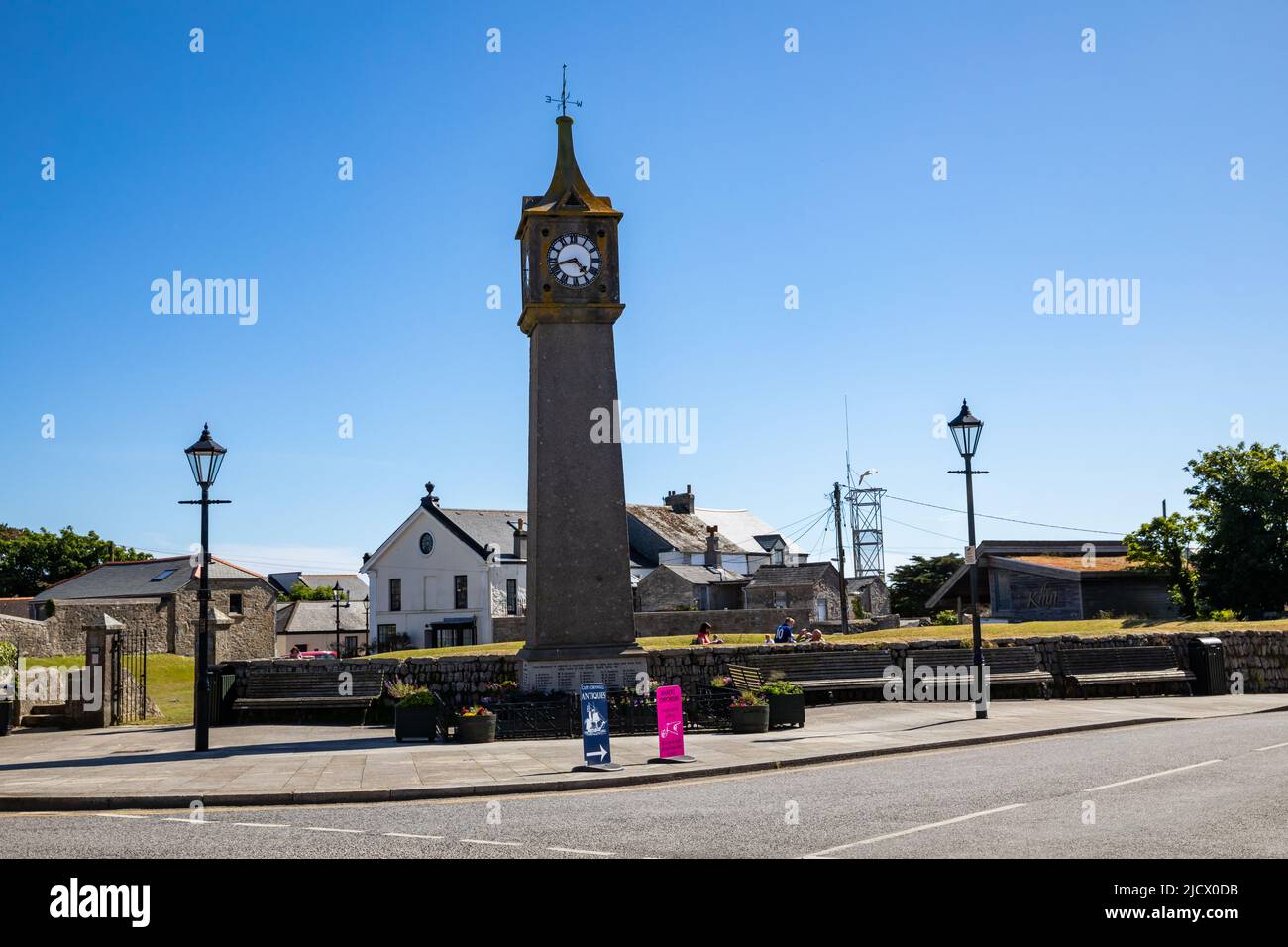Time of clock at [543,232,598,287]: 4:42
